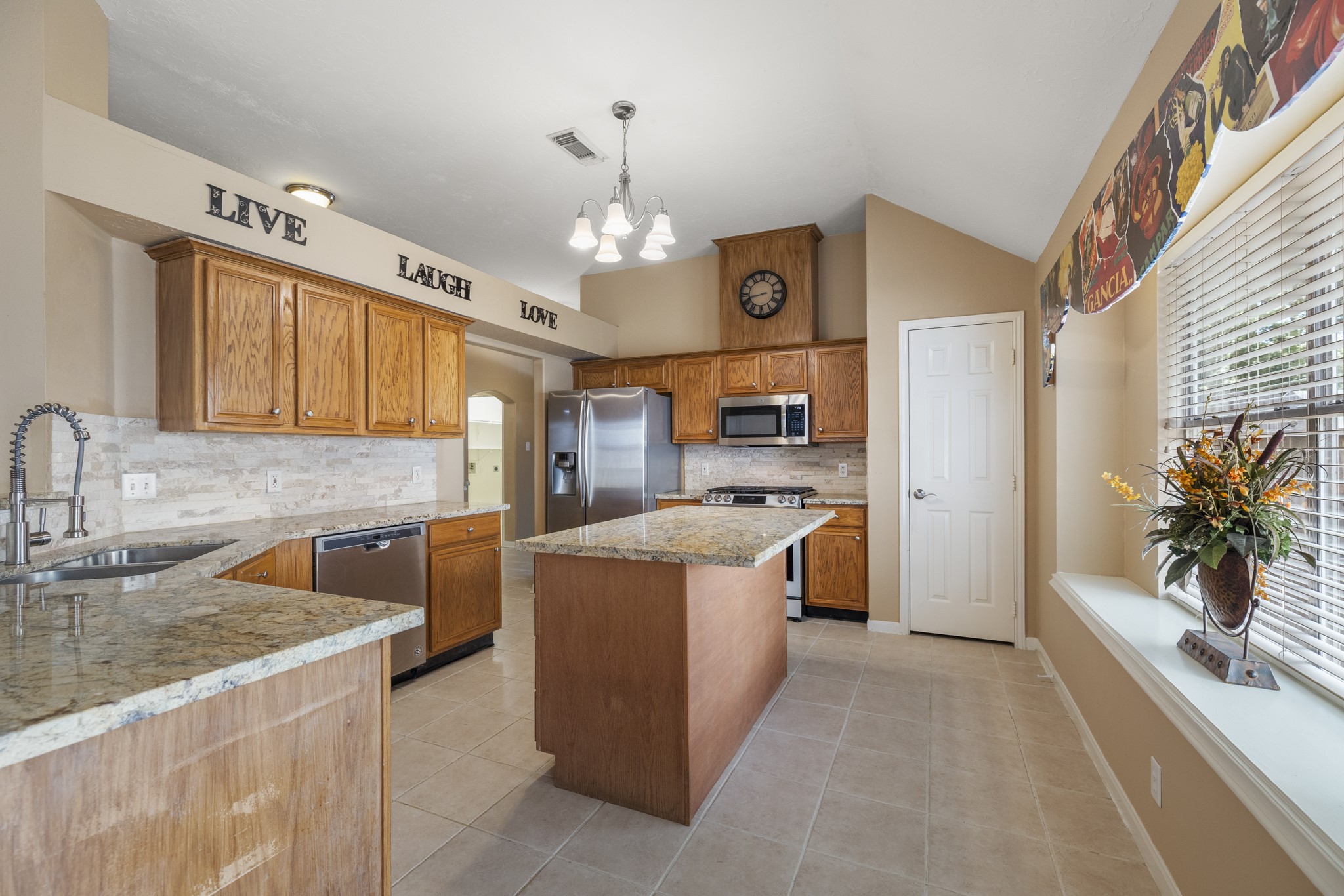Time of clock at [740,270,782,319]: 8:42
